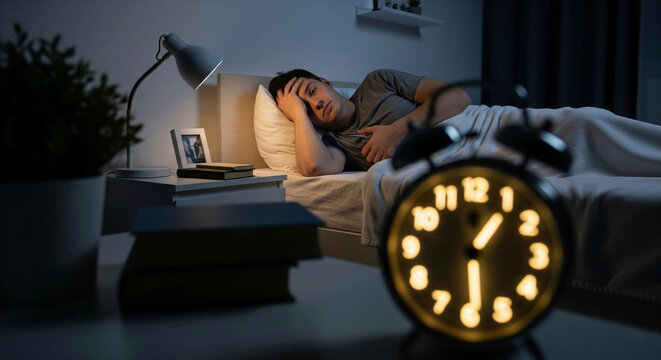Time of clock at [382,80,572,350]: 1:28
